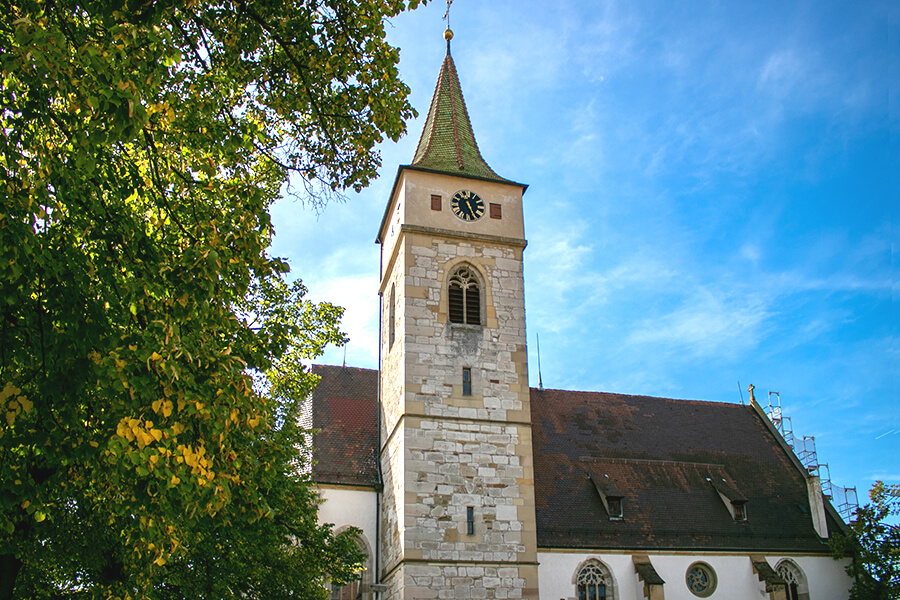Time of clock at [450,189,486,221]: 11:25
